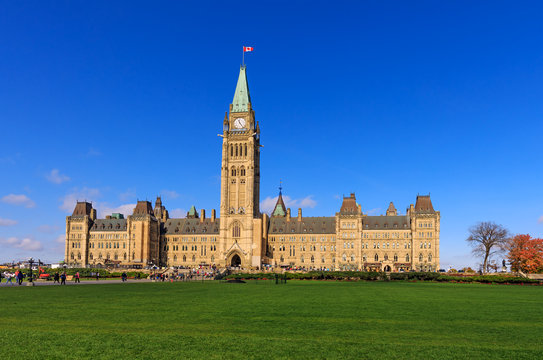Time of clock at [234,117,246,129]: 11:24
